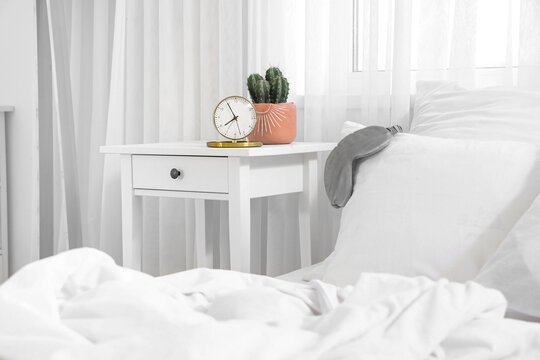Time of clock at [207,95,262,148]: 7:55
